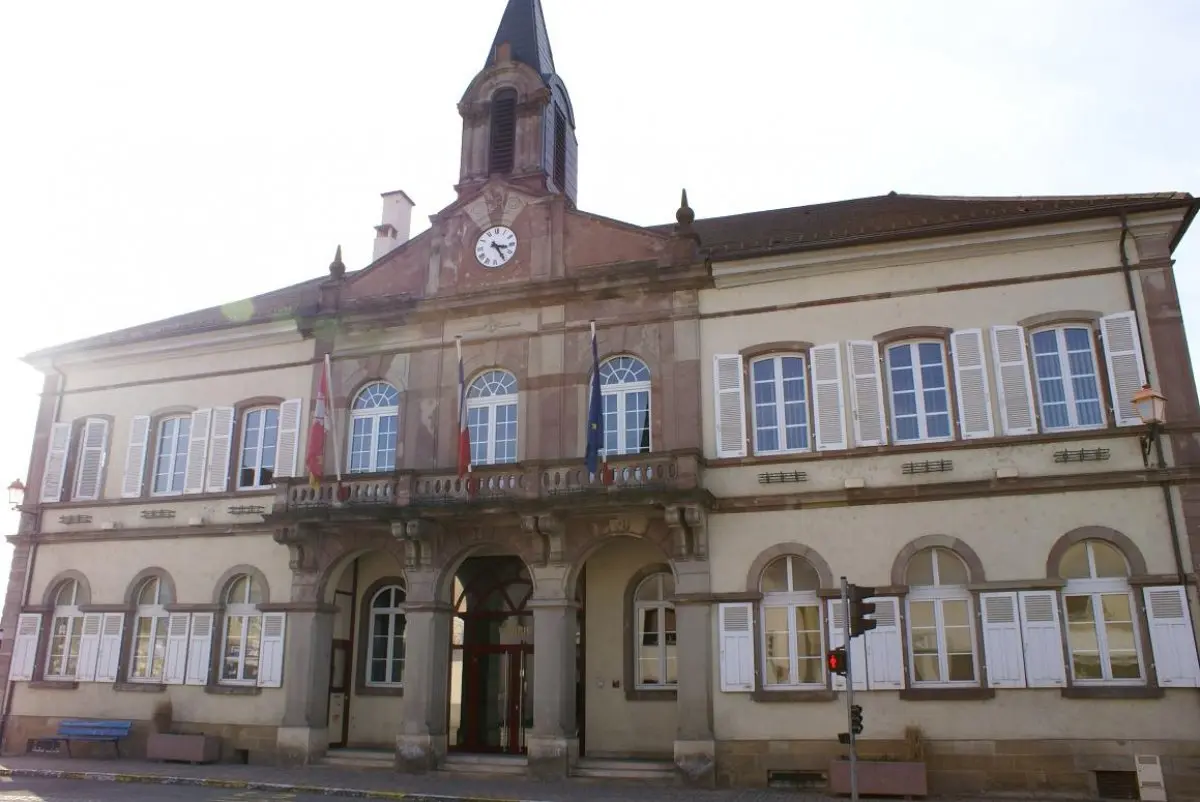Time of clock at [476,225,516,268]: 3:24
